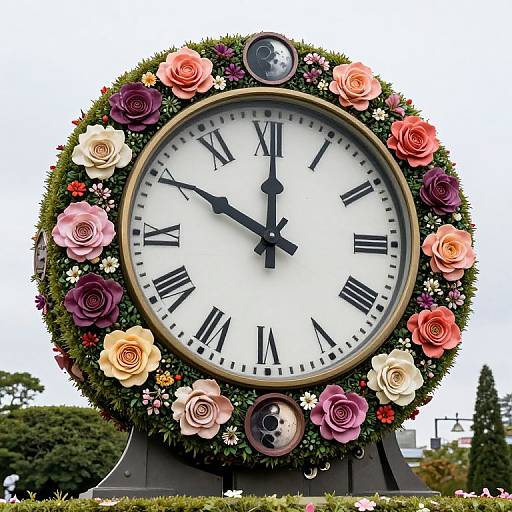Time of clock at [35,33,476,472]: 10:00
